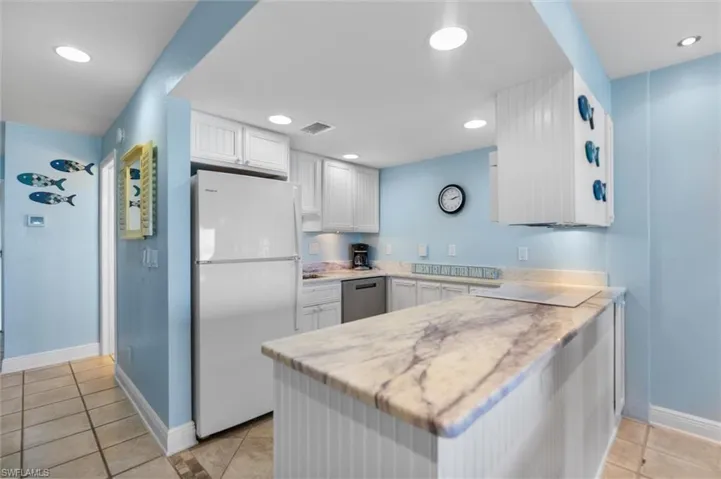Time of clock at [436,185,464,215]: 2:12
